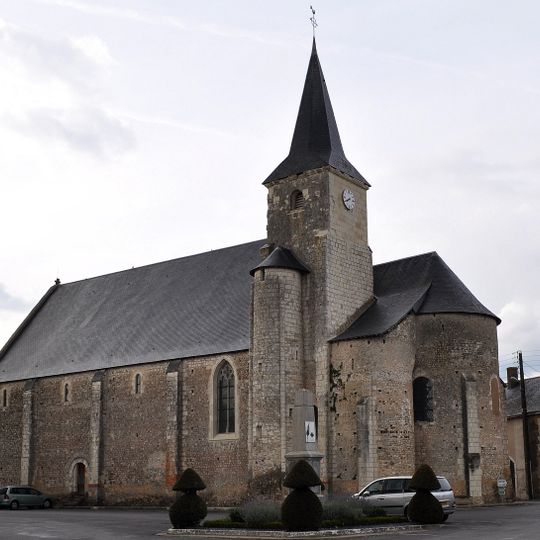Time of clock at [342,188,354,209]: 7:40
